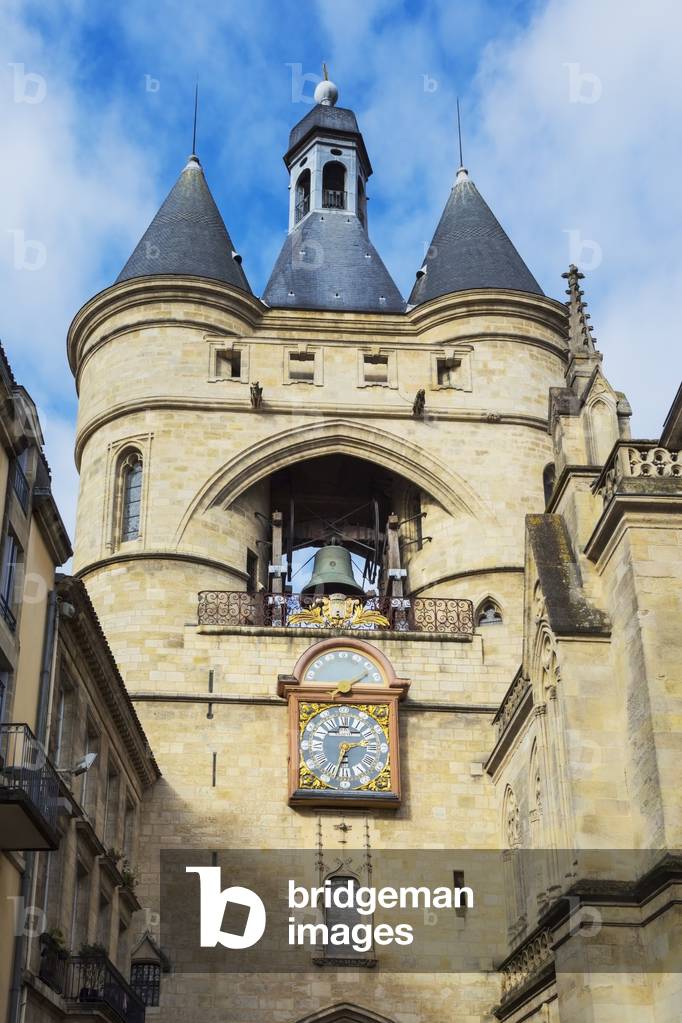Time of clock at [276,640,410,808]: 2:33
